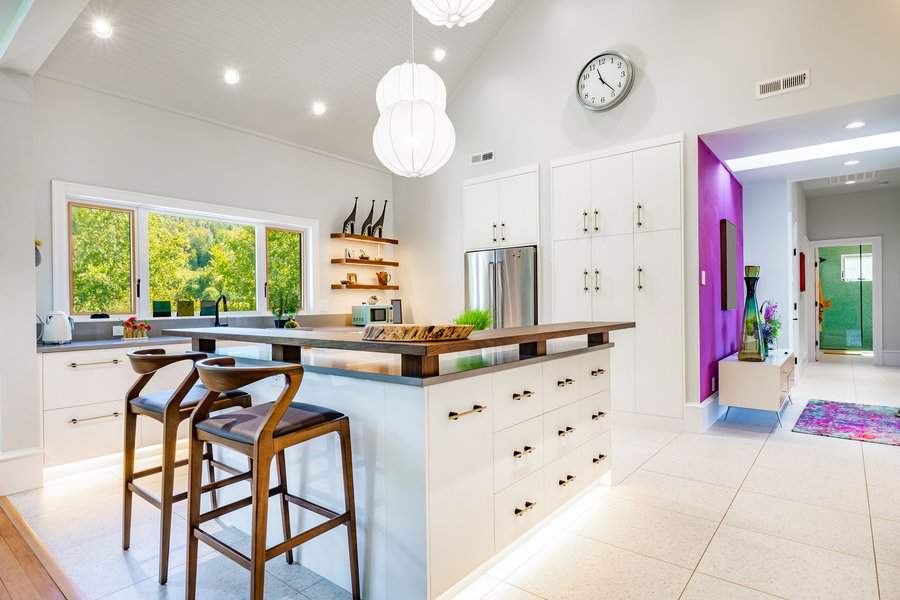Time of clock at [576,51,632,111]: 11:23
